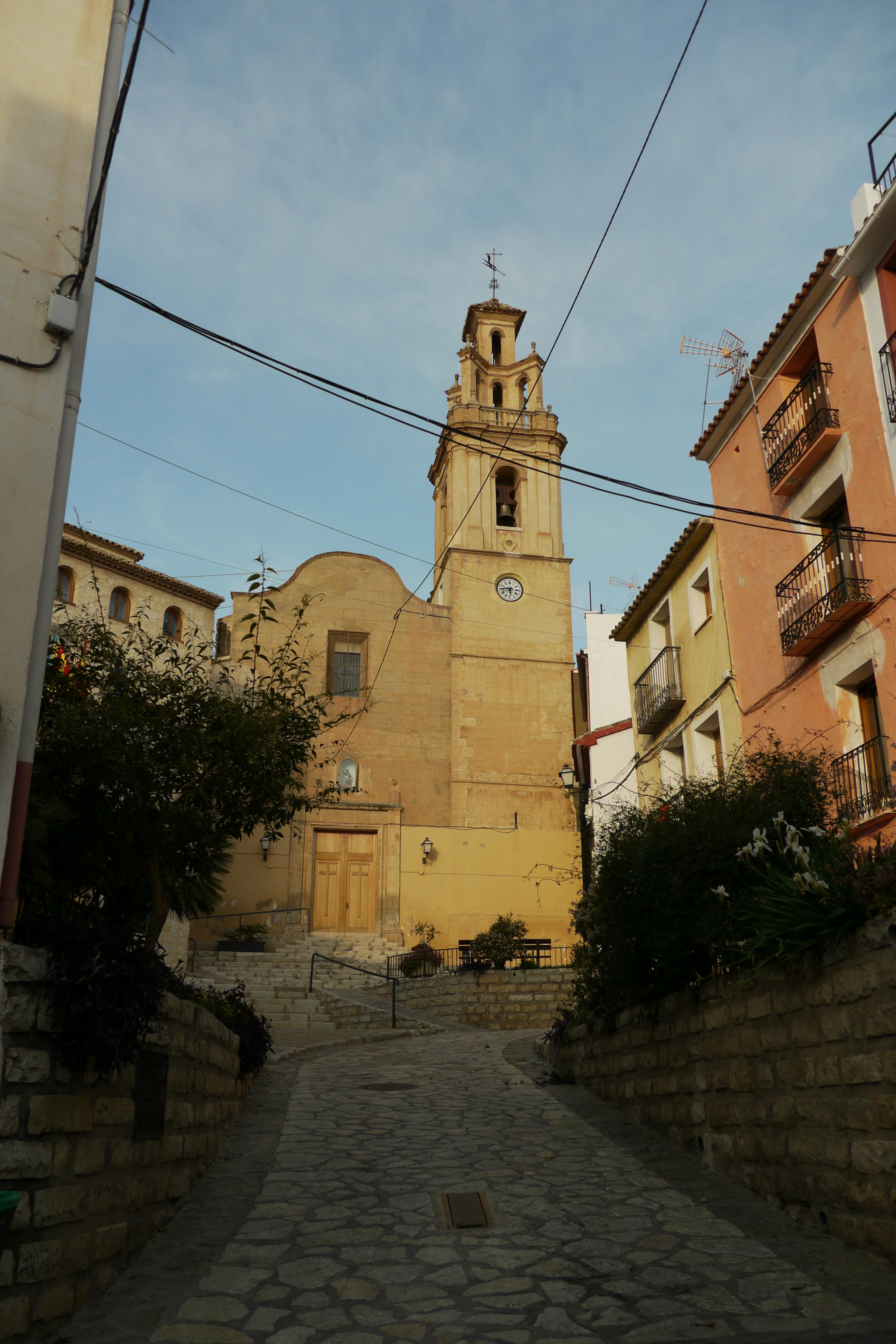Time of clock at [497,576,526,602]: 5:44
